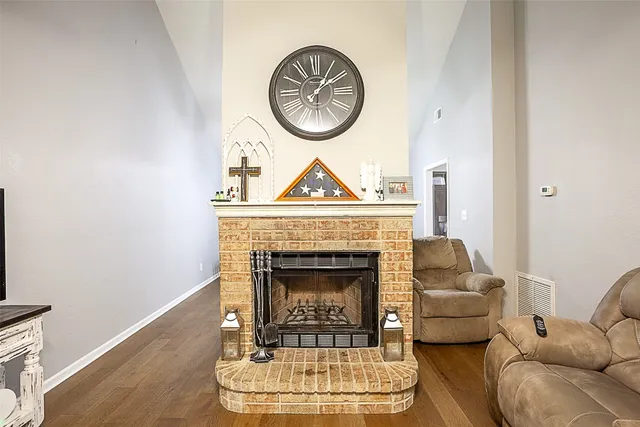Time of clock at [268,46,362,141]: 1:09
